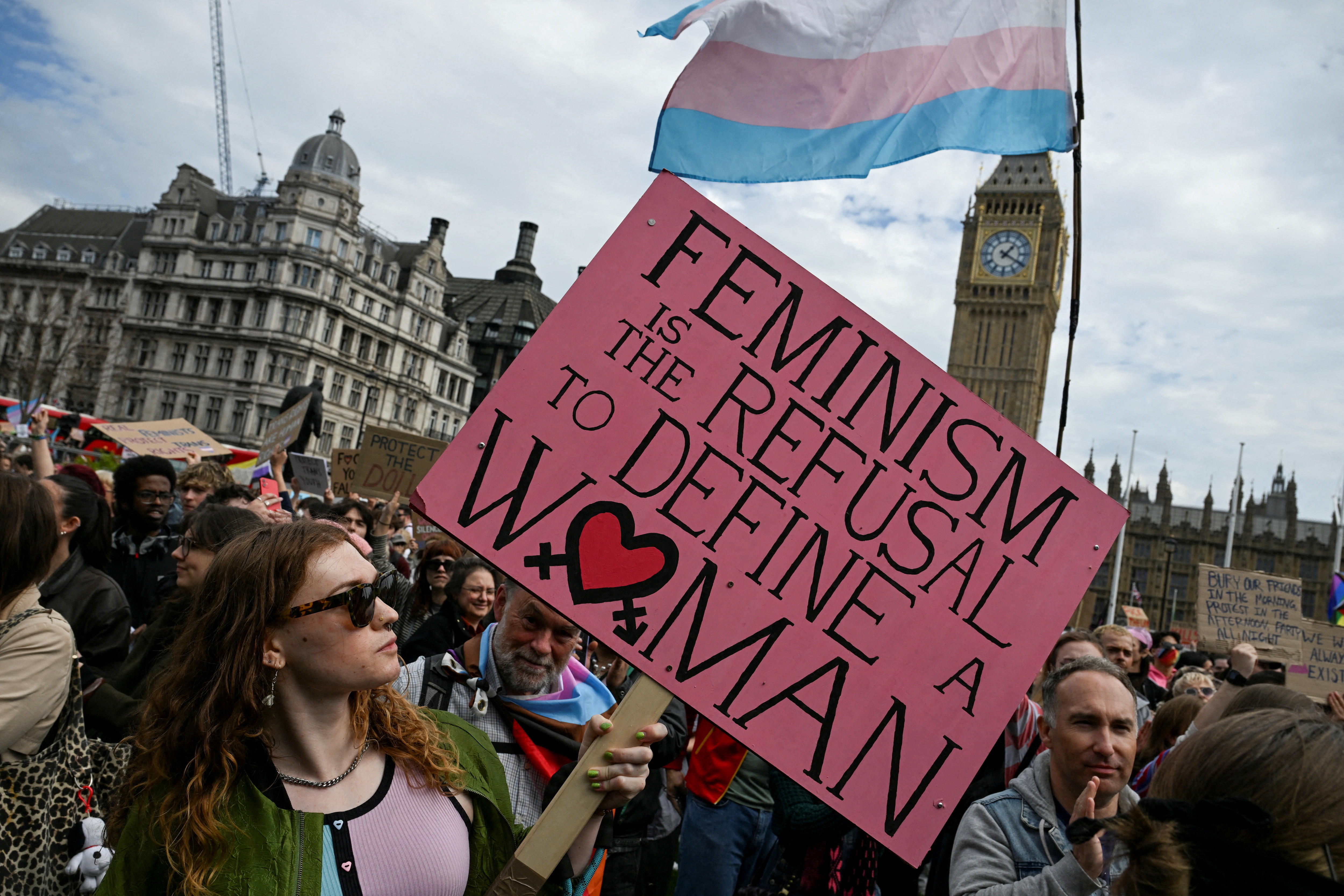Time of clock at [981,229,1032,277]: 1:20
